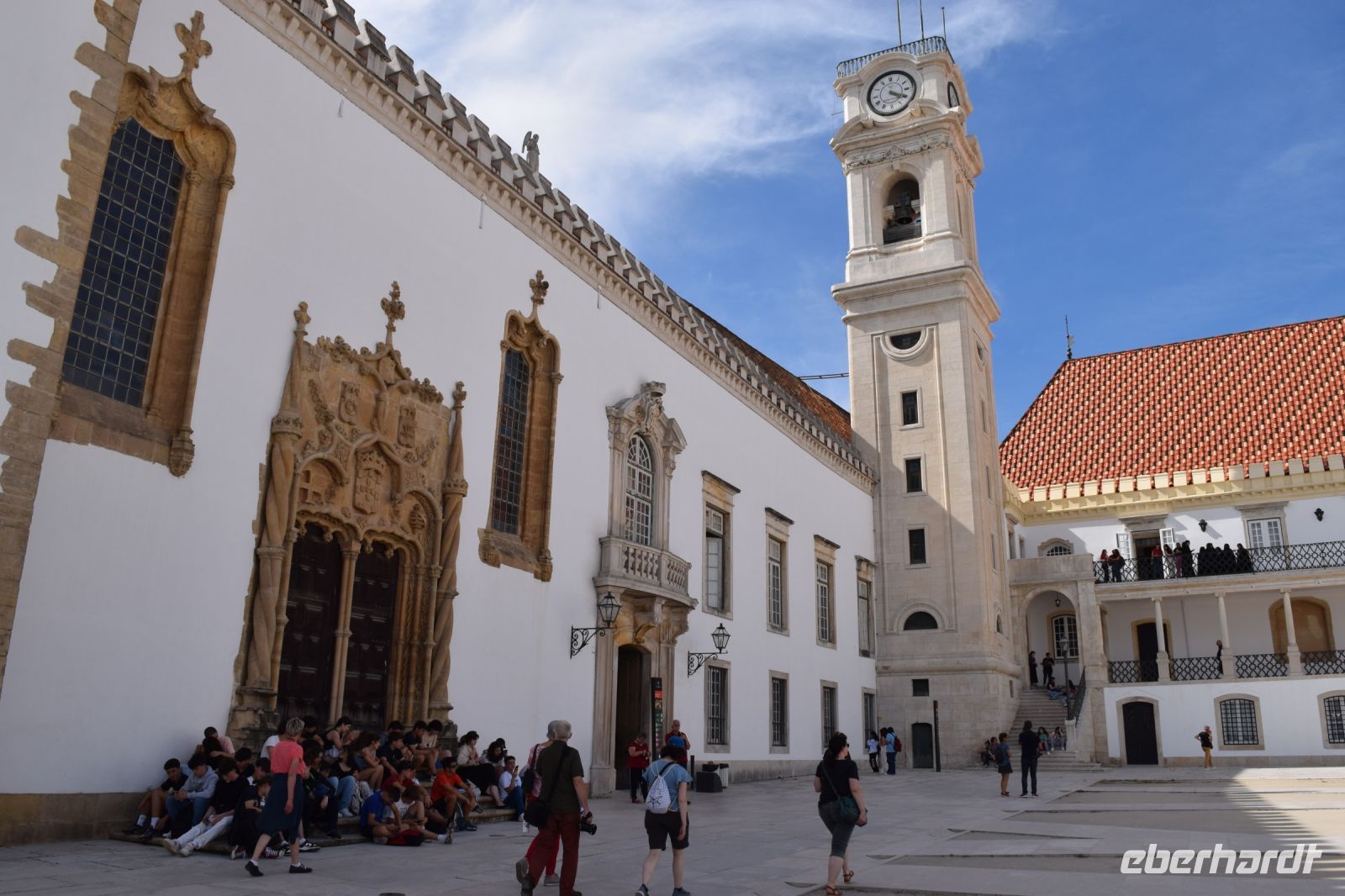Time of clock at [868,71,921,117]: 4:19
